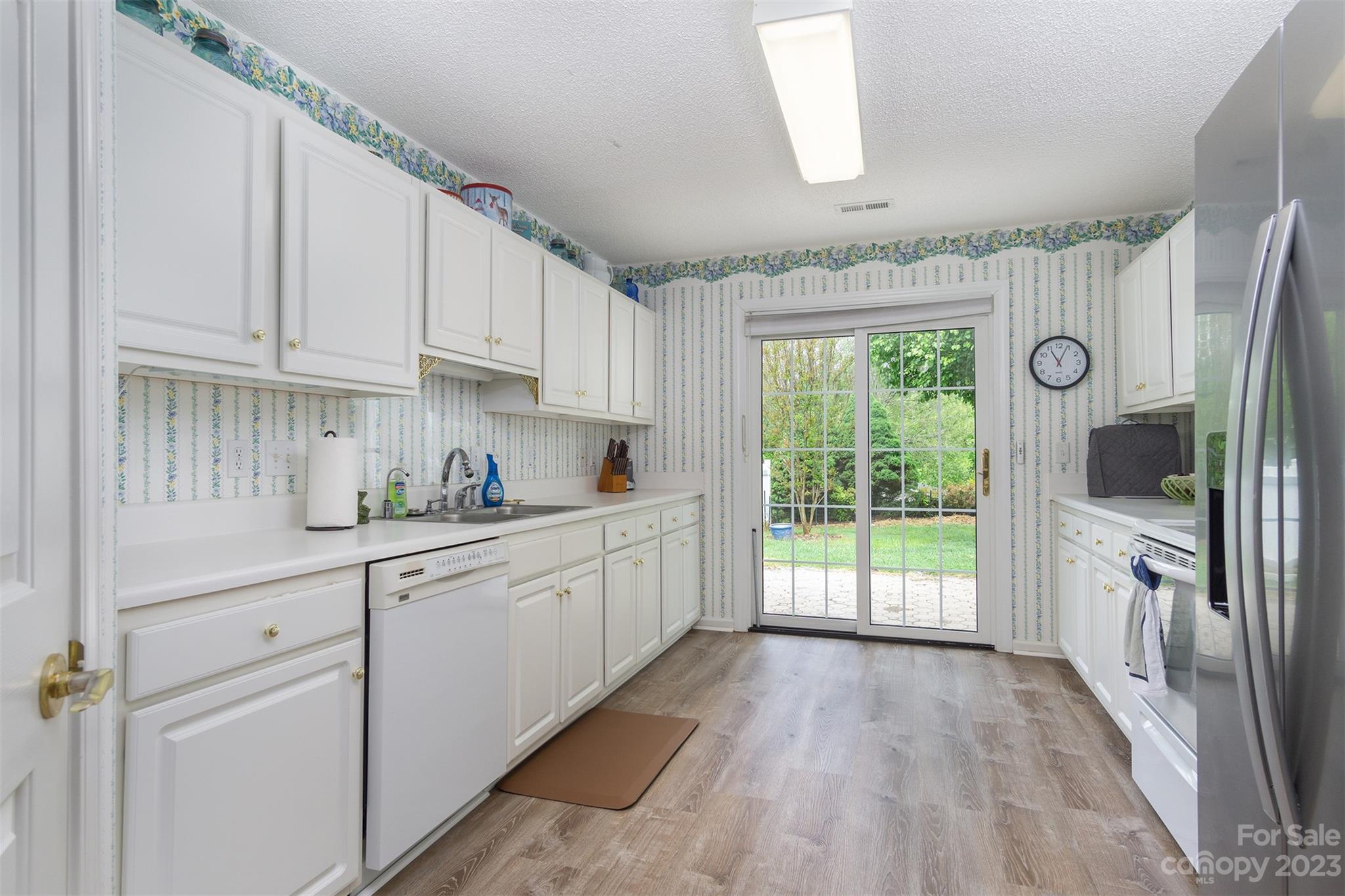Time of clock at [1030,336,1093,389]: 11:04
